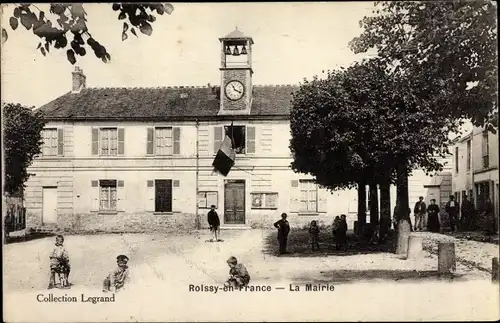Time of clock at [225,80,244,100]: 11:18
